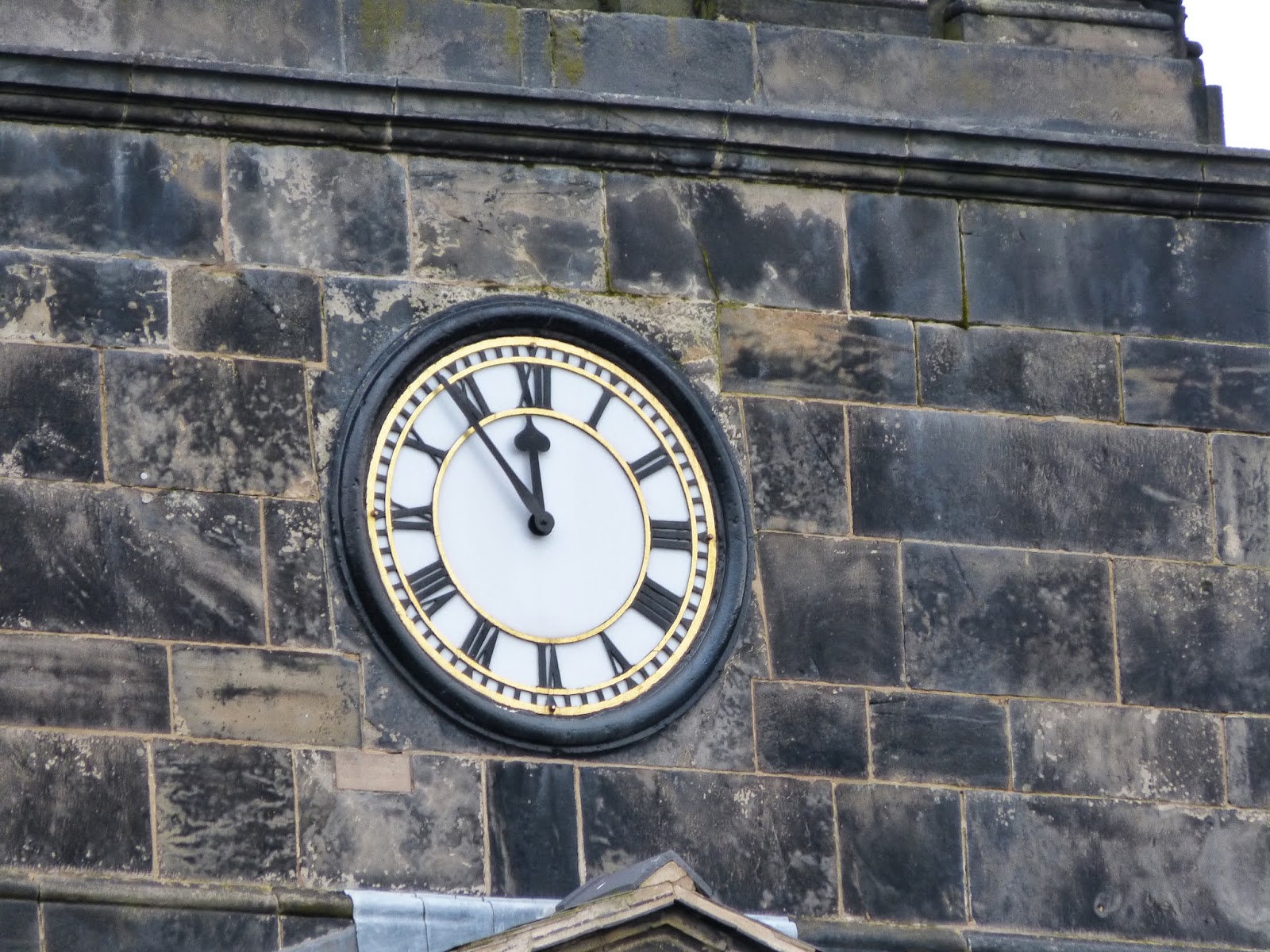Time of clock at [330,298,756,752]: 11:53
